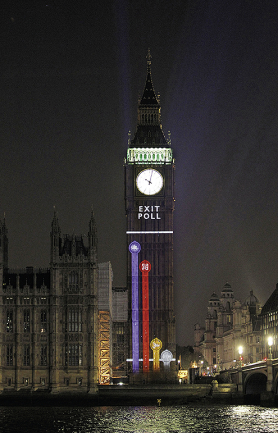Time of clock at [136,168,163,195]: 10:02
